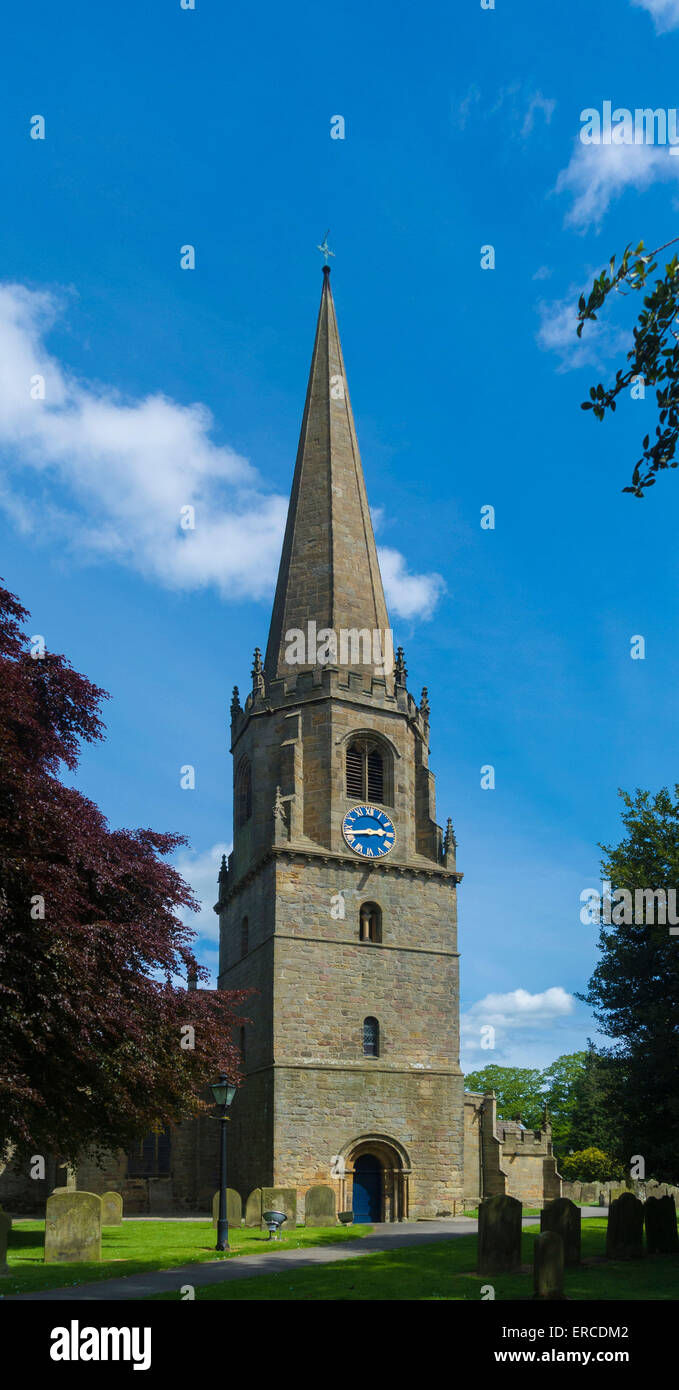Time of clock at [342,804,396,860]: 2:43
